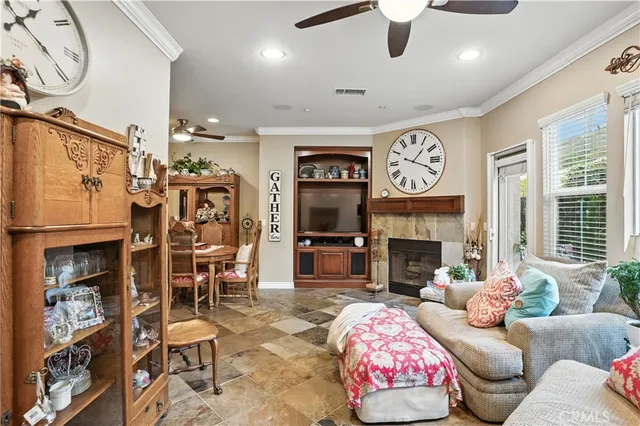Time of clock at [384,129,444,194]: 1:18
